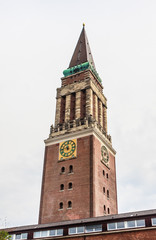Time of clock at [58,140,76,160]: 11:46
